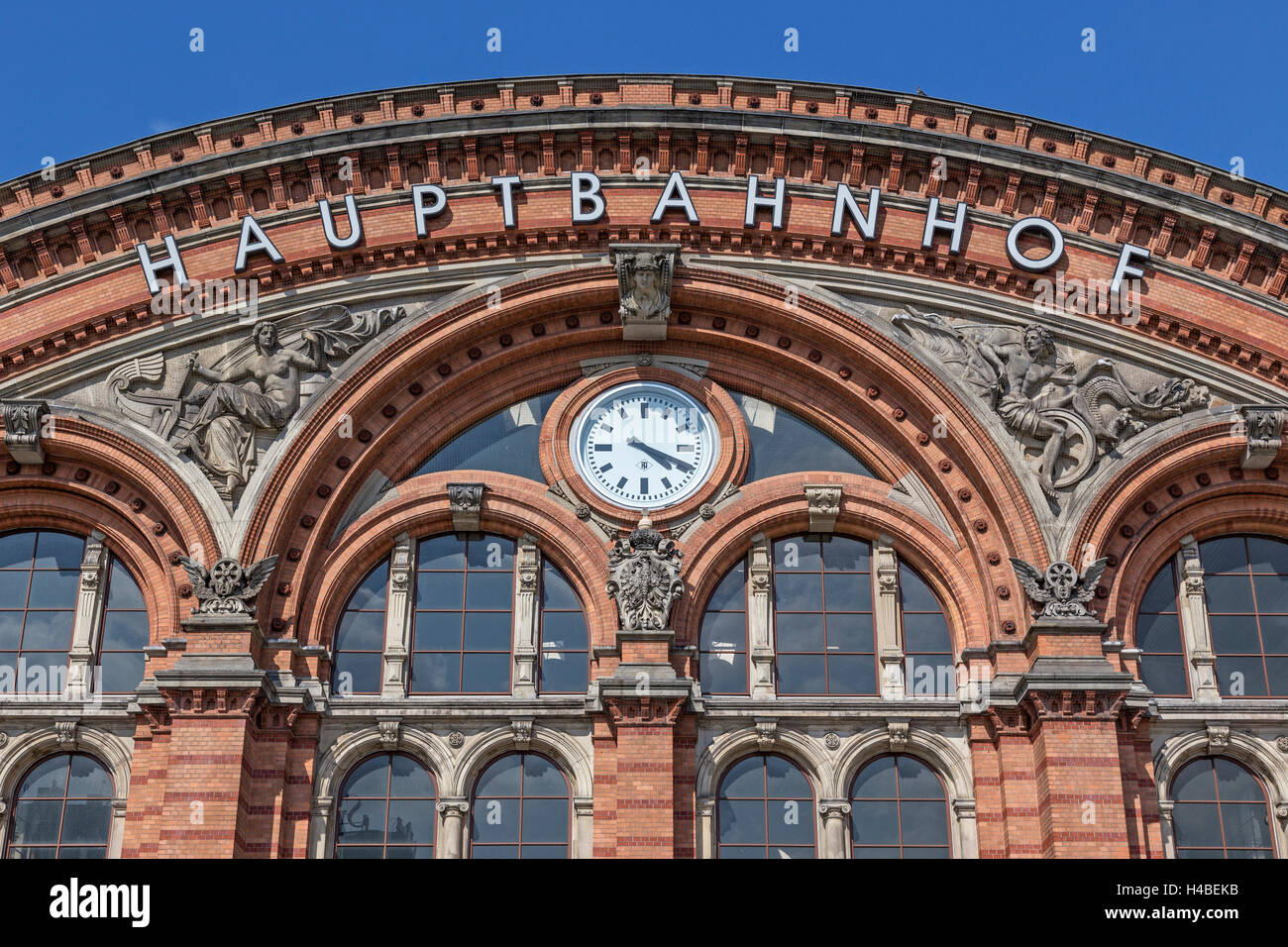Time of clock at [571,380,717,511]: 4:19
